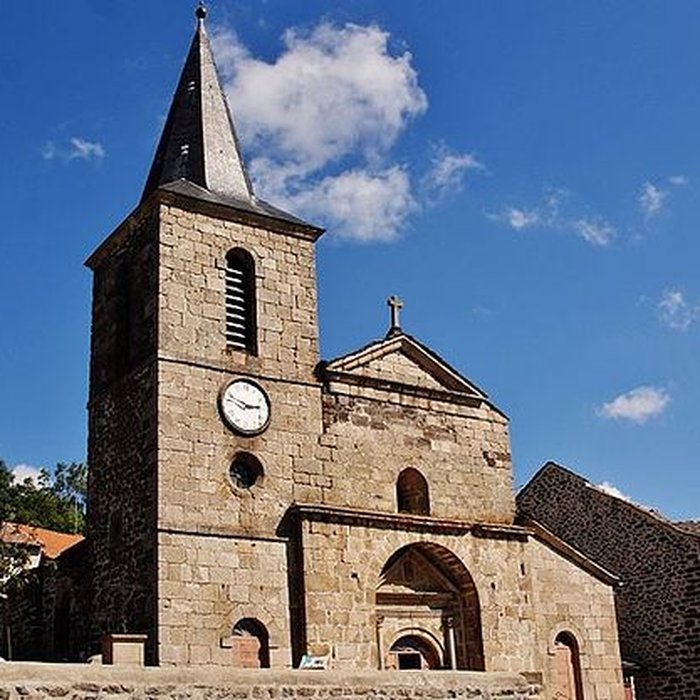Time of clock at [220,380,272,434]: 2:48
